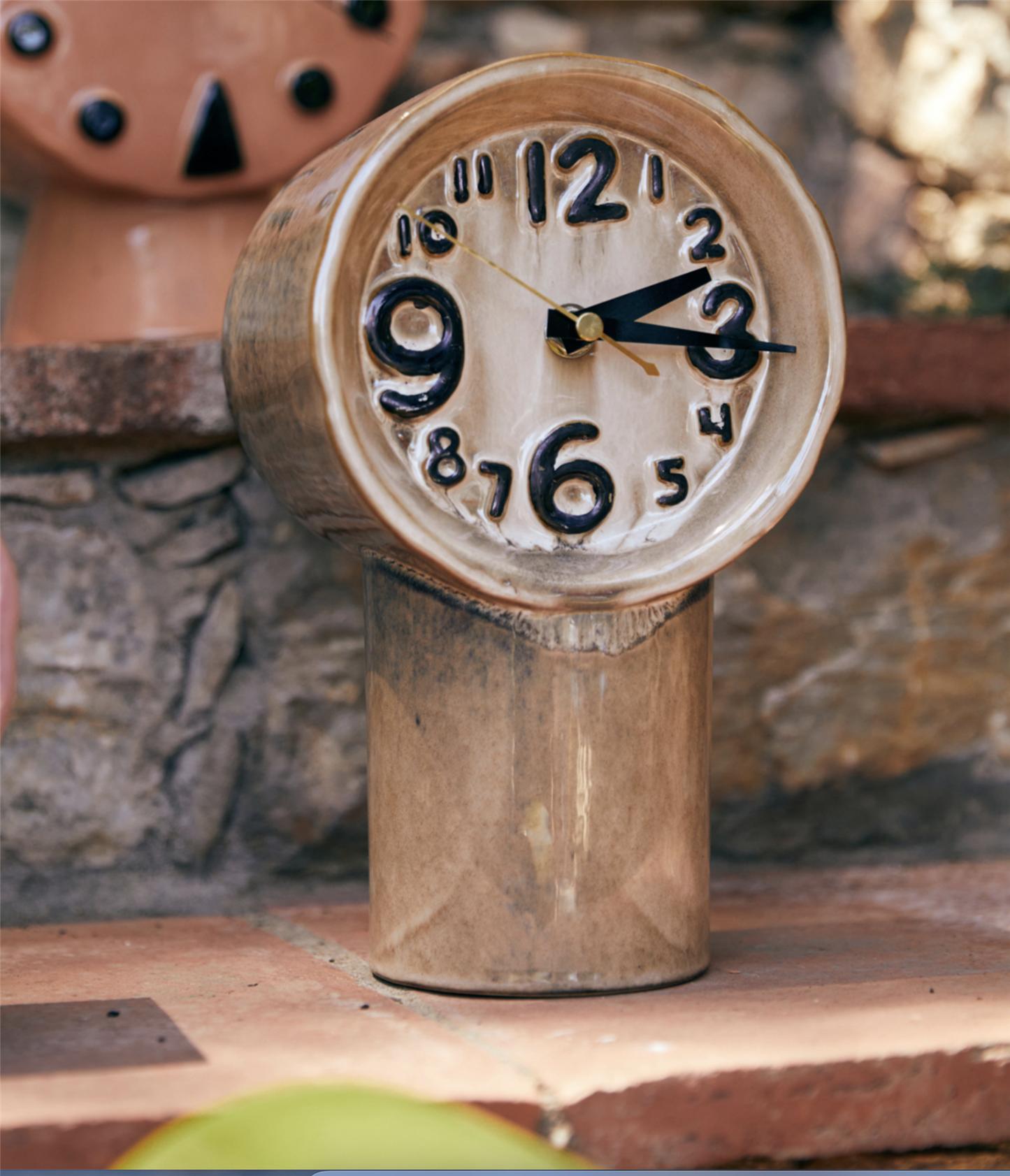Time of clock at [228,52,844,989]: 2:16
